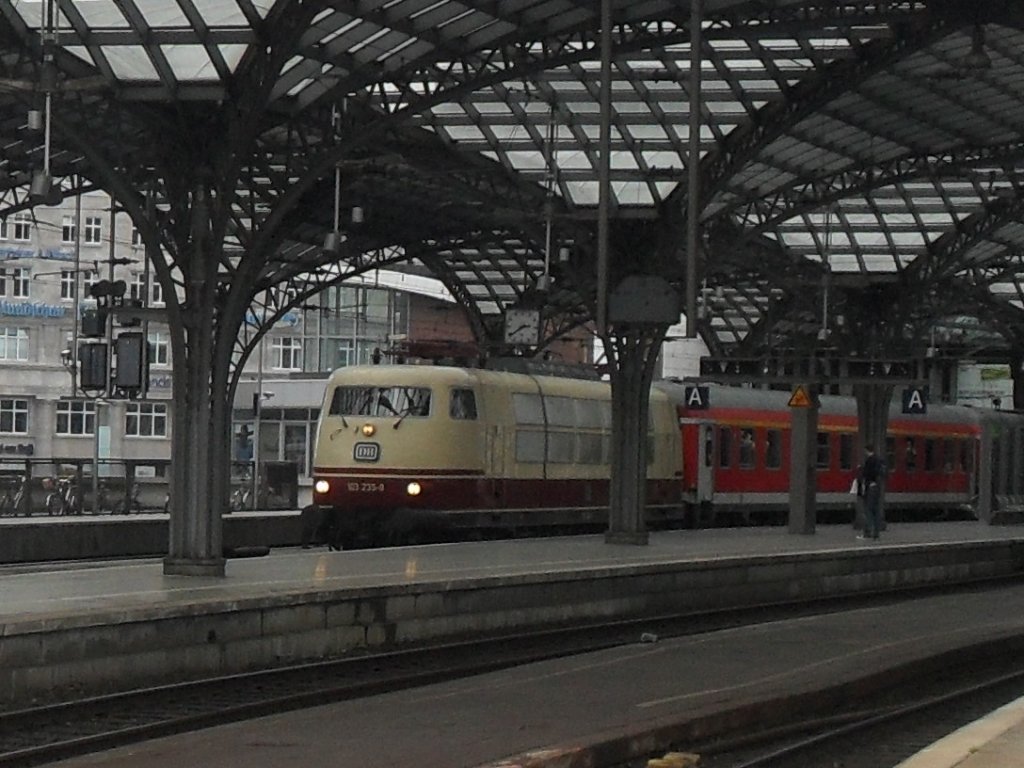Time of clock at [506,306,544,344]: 2:39
